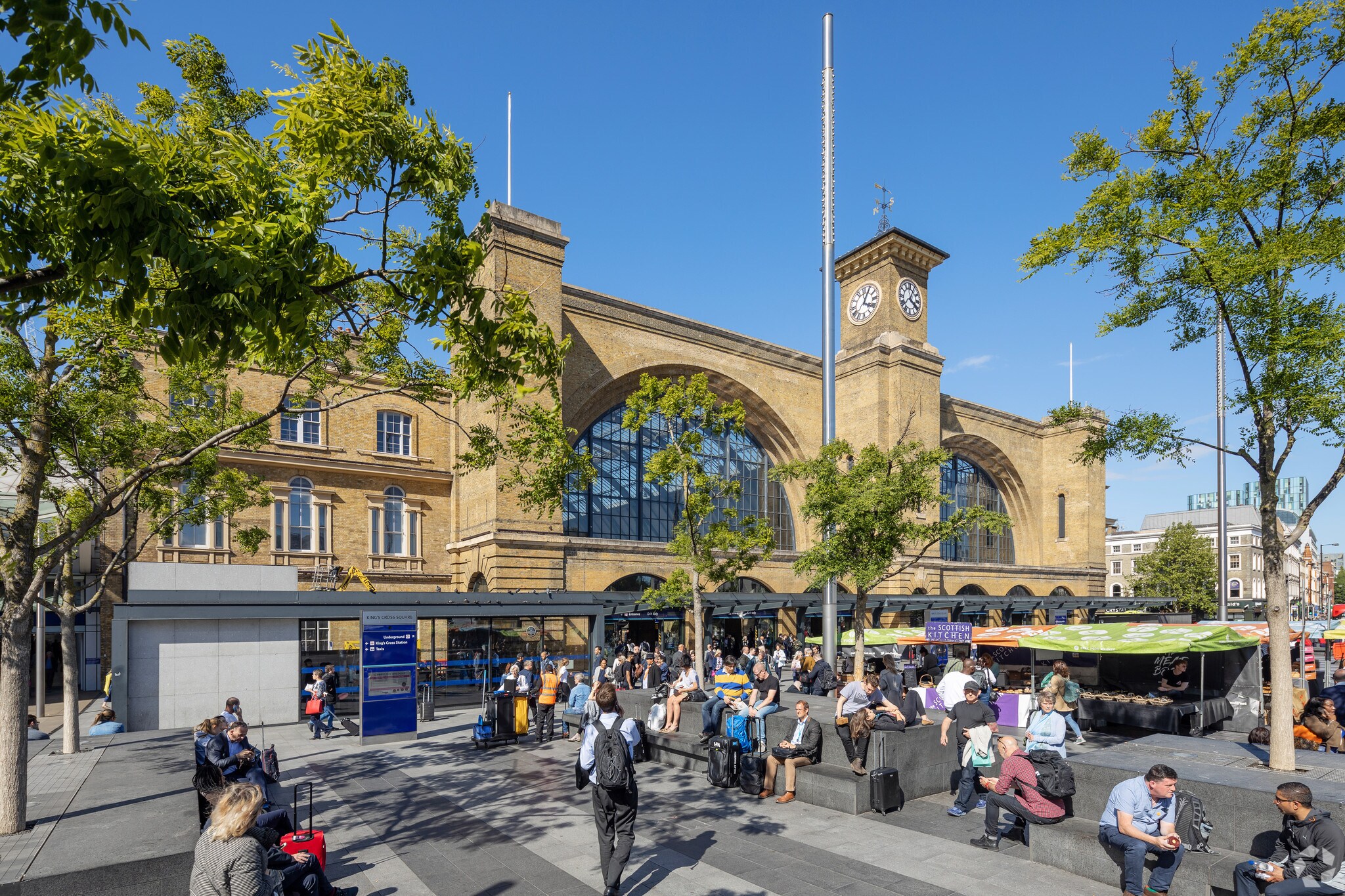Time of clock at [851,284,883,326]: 4:04
